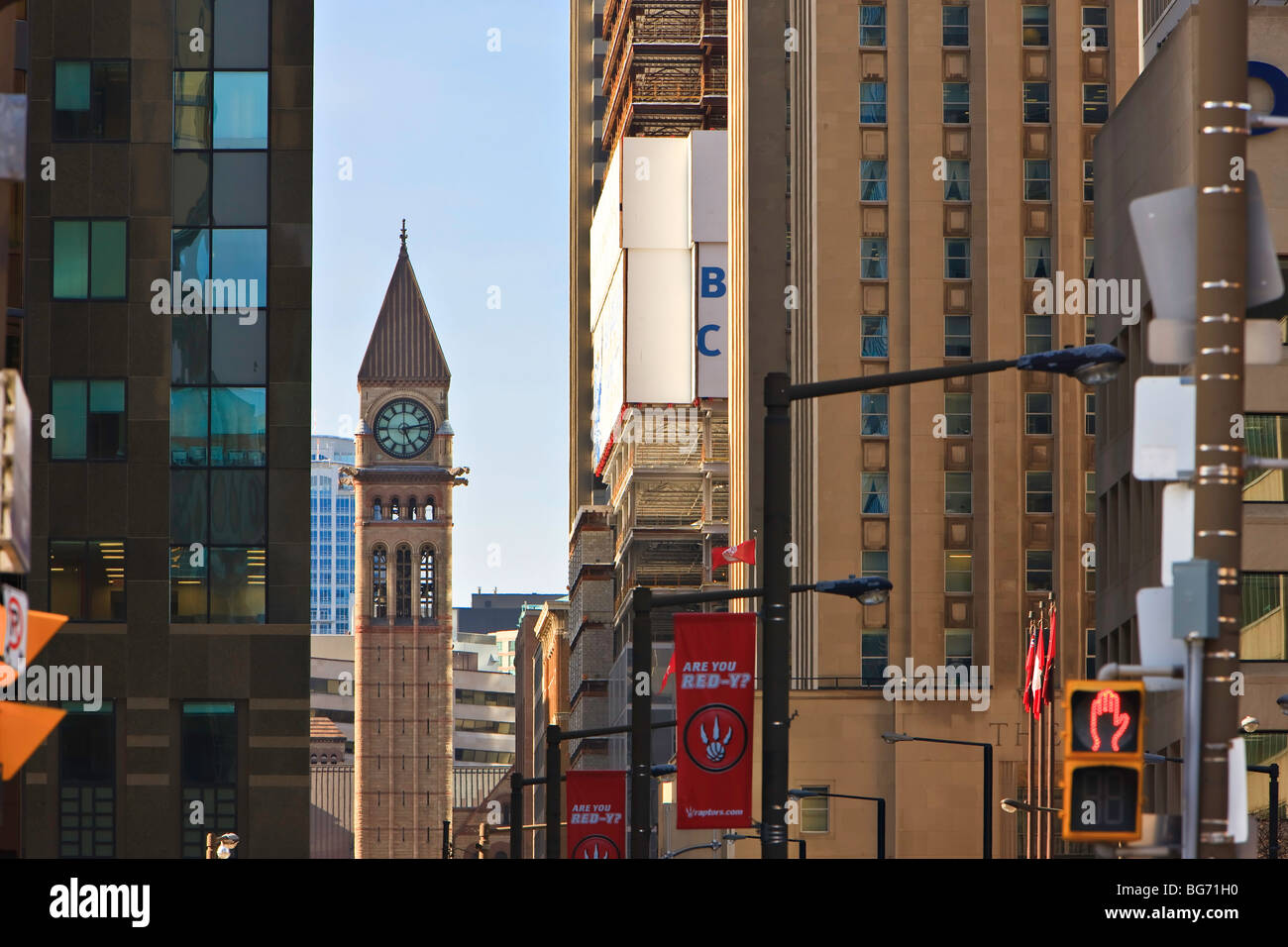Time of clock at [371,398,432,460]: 5:13
